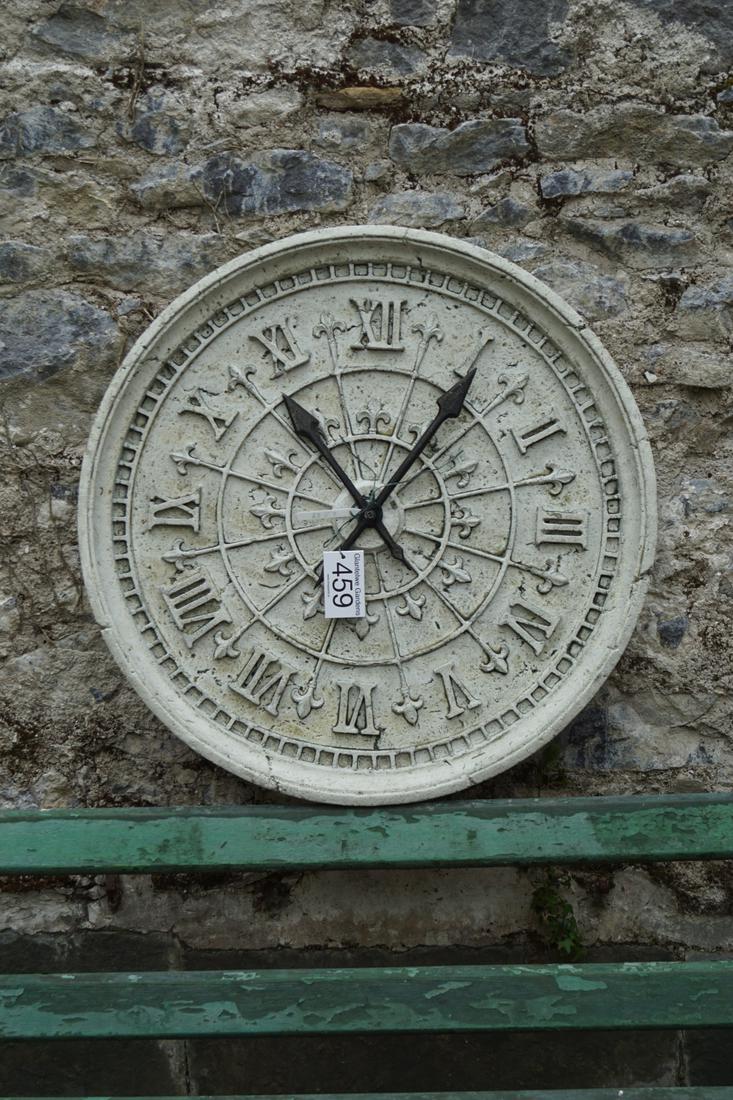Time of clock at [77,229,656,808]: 12:53
